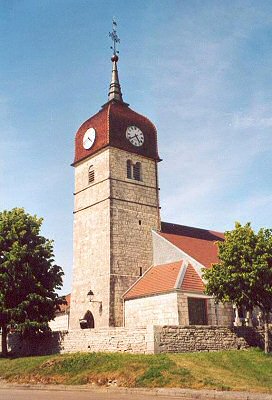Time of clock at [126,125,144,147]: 4:39
